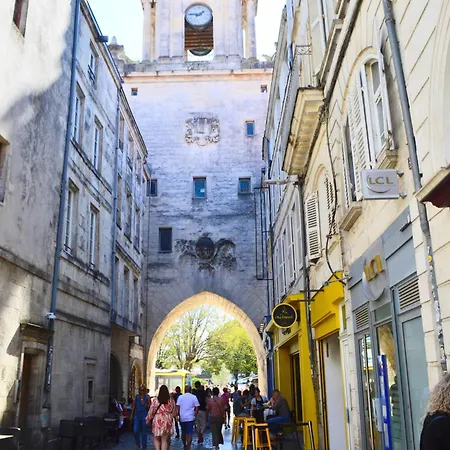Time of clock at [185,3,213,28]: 1:46
